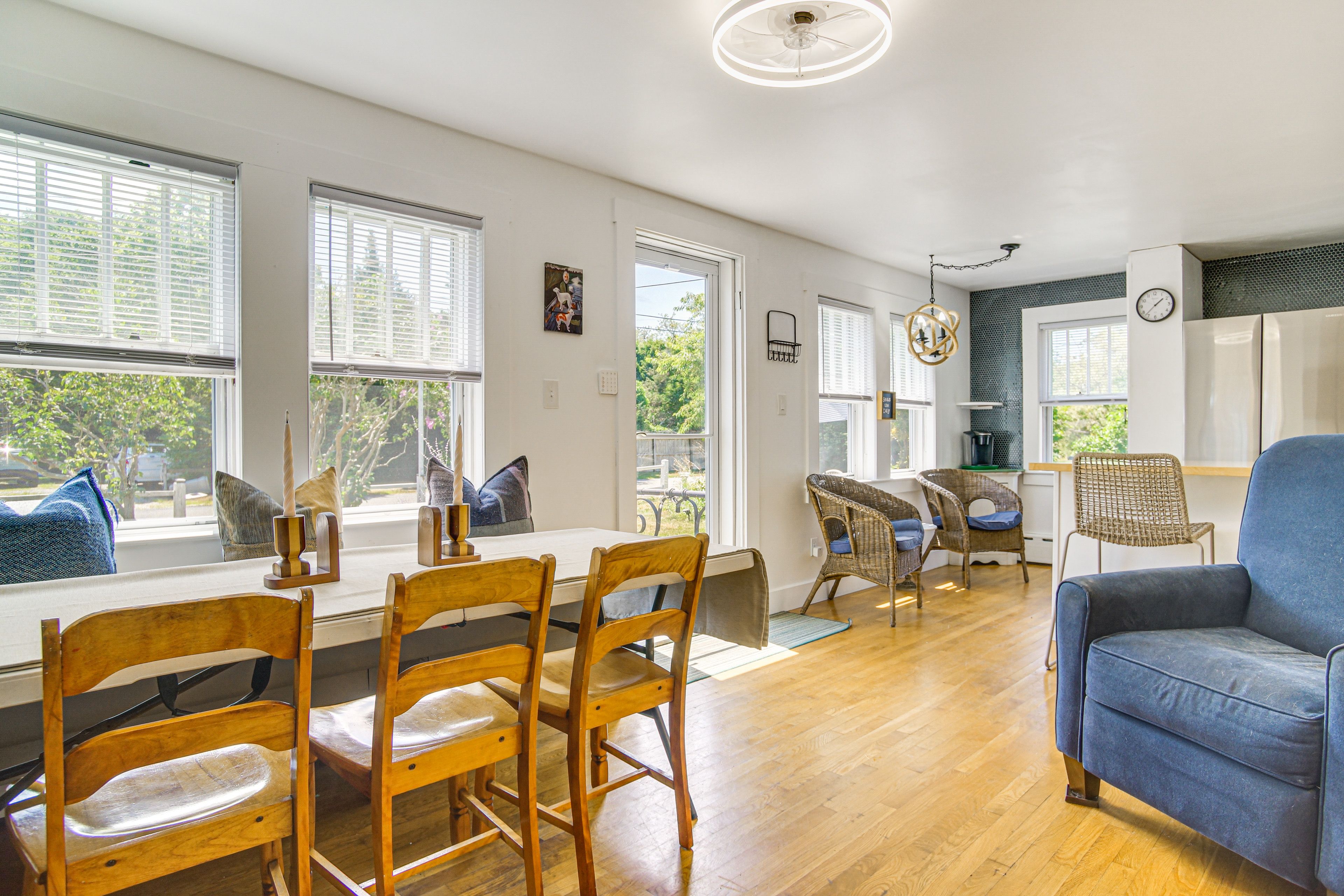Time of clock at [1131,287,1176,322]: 1:37
